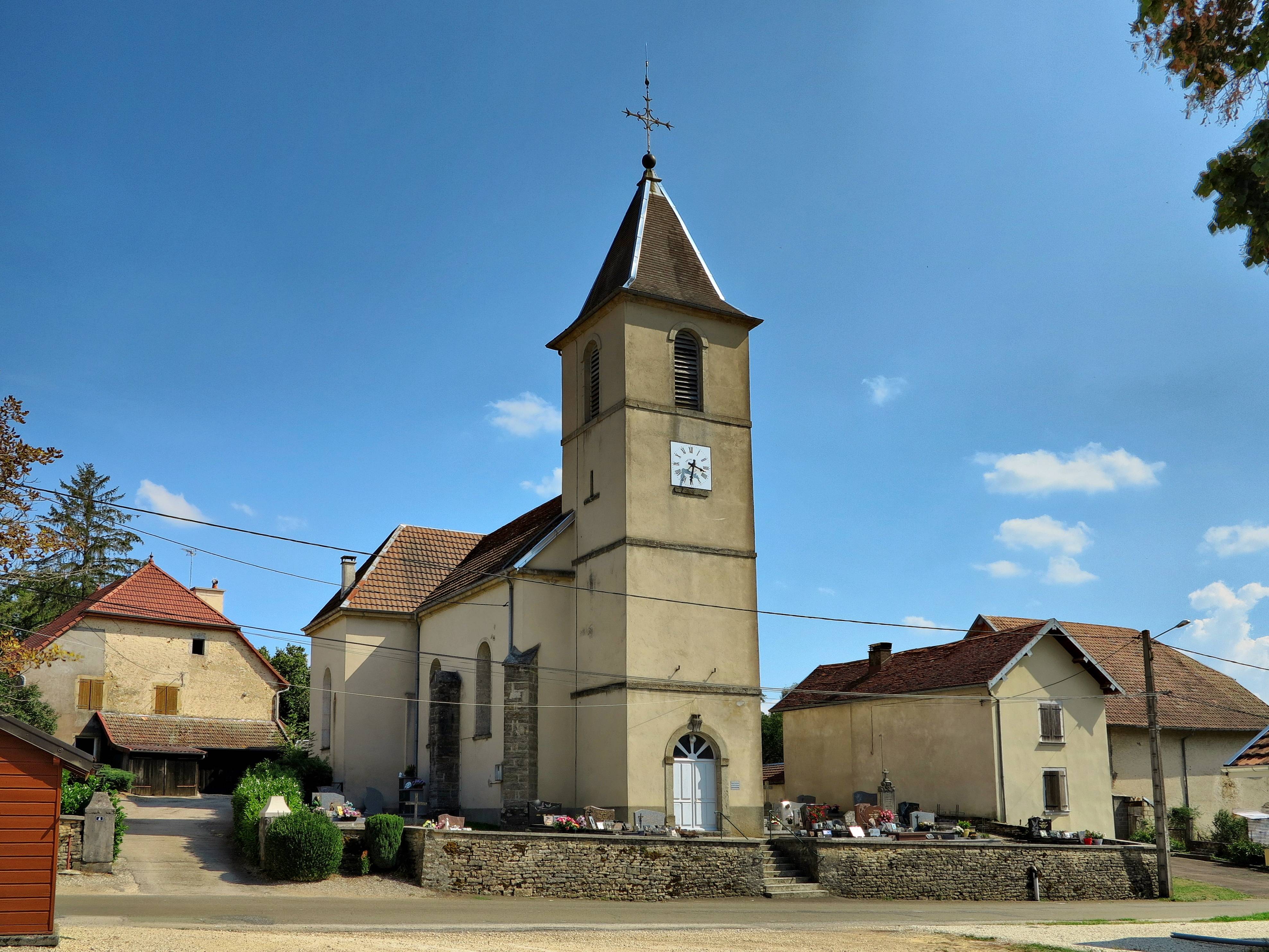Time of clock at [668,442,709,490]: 3:31
